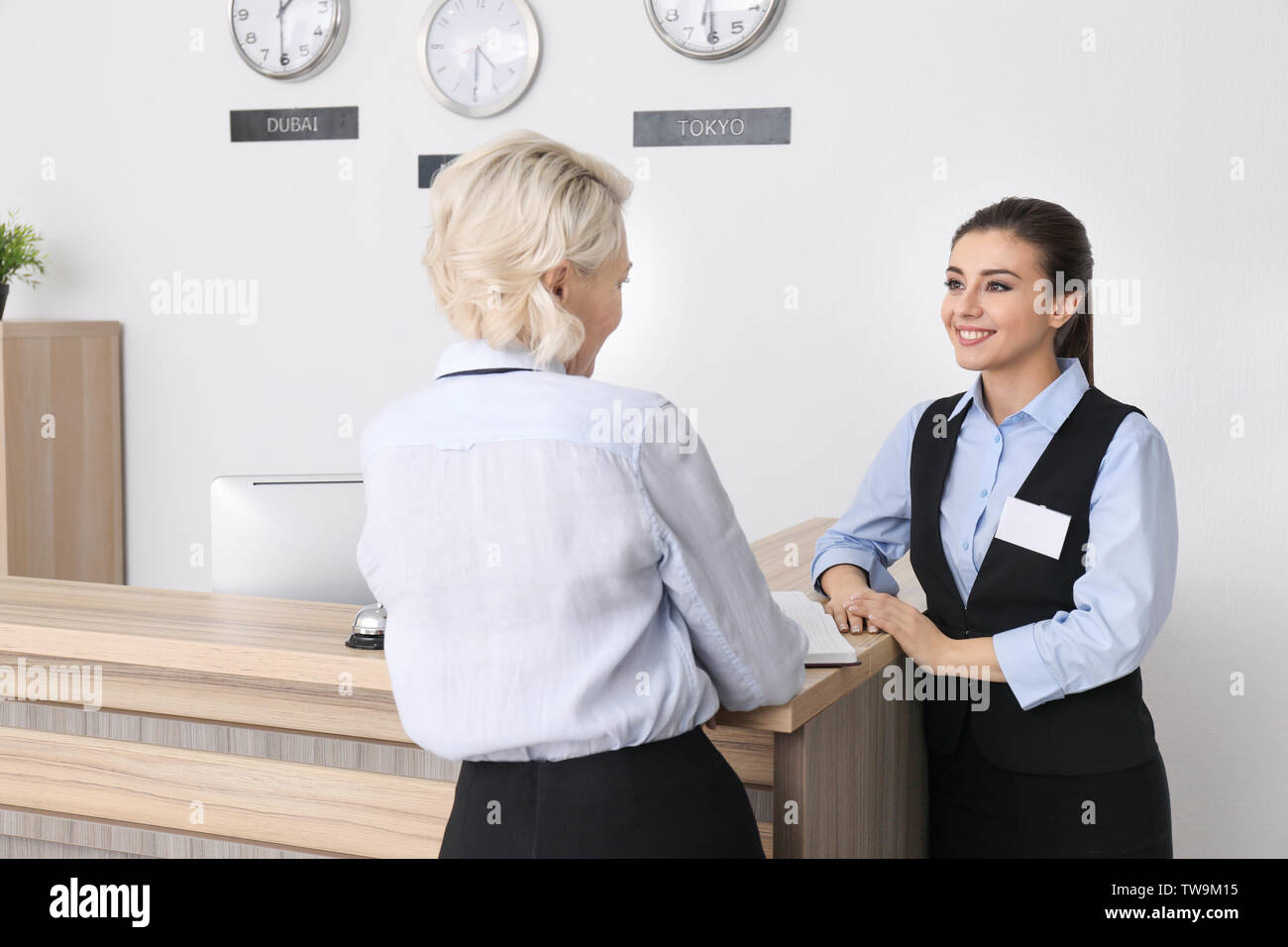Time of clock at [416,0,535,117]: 4:30
